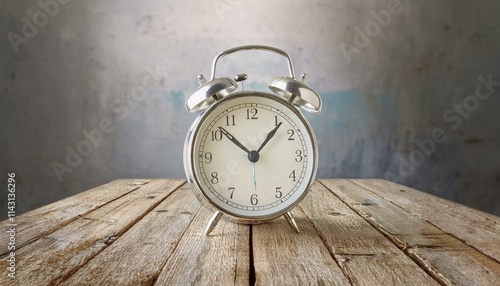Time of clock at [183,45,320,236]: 10:07
